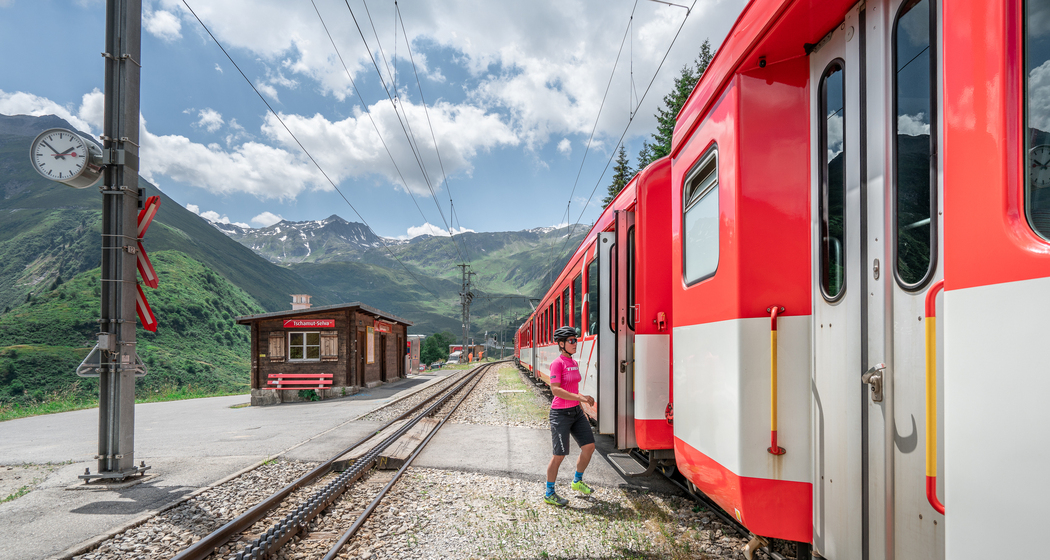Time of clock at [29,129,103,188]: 1:51
